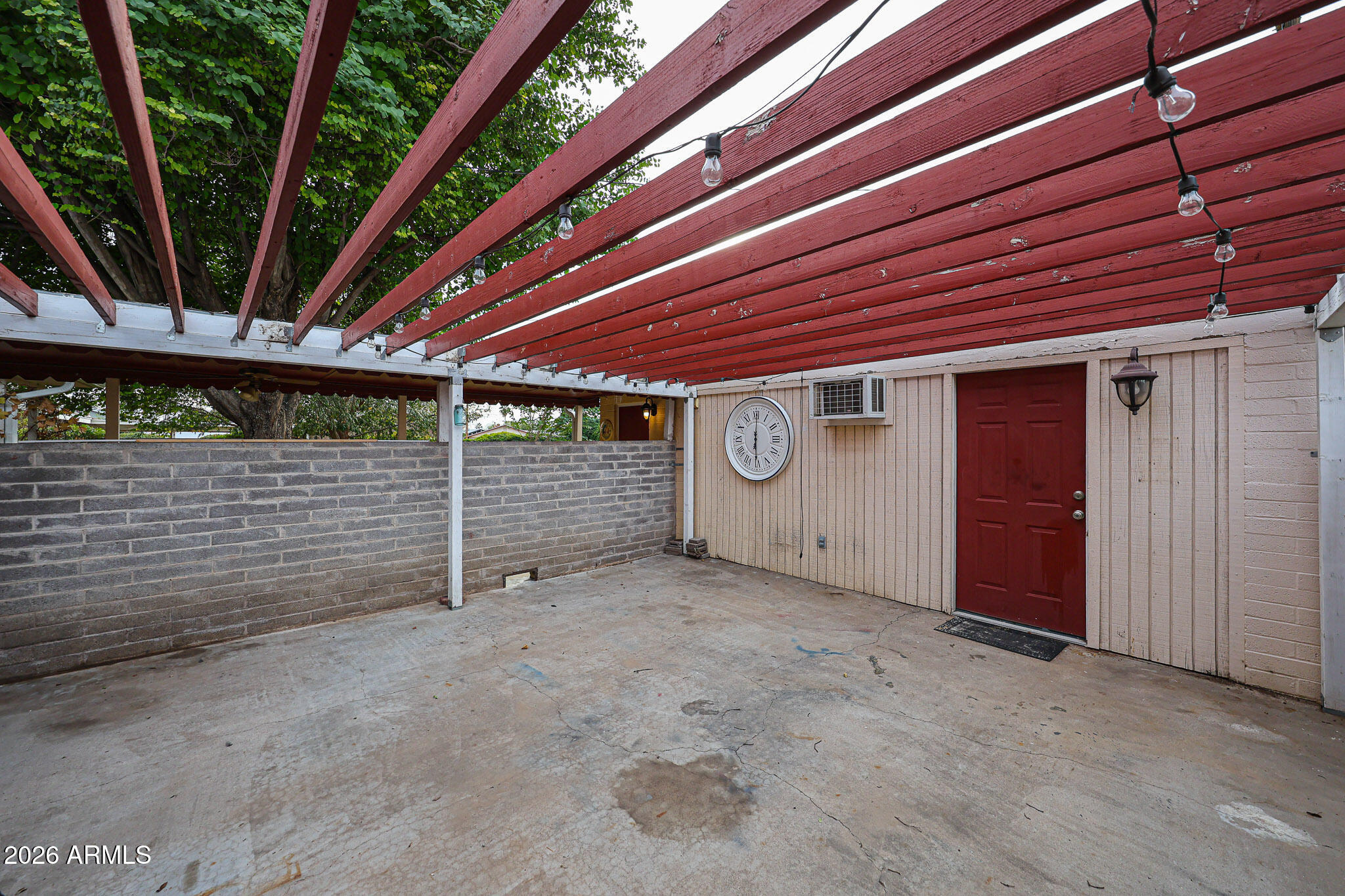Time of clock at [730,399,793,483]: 6:00
